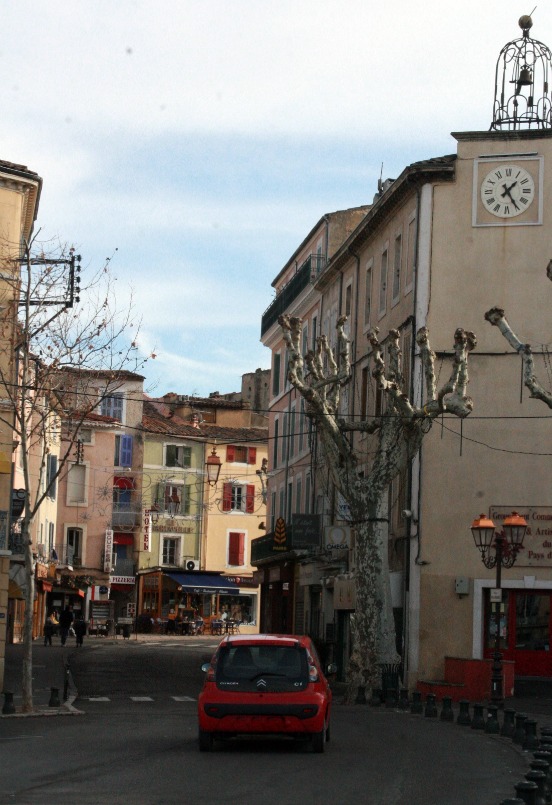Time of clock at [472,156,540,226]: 1:24
